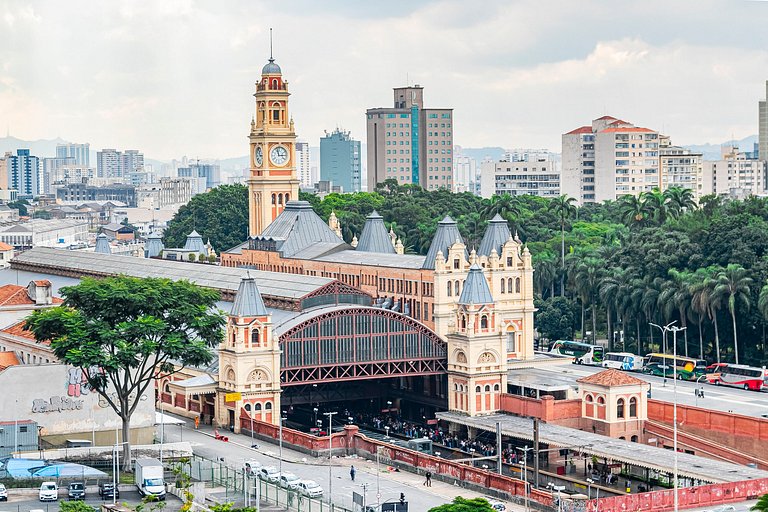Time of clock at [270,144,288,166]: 2:58
